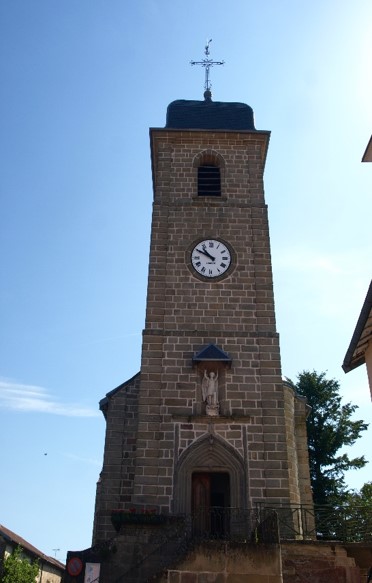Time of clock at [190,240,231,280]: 10:50
